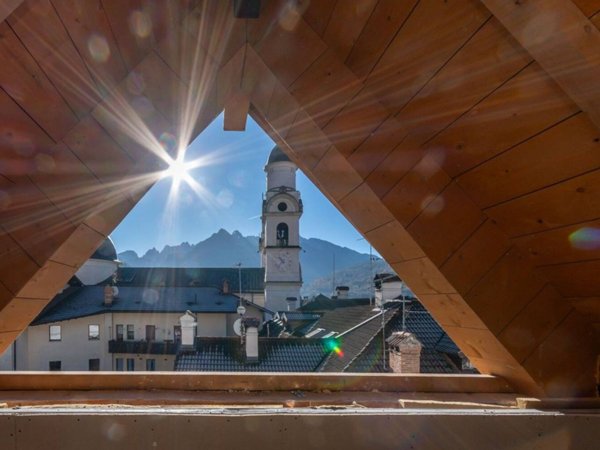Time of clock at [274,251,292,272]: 10:36
